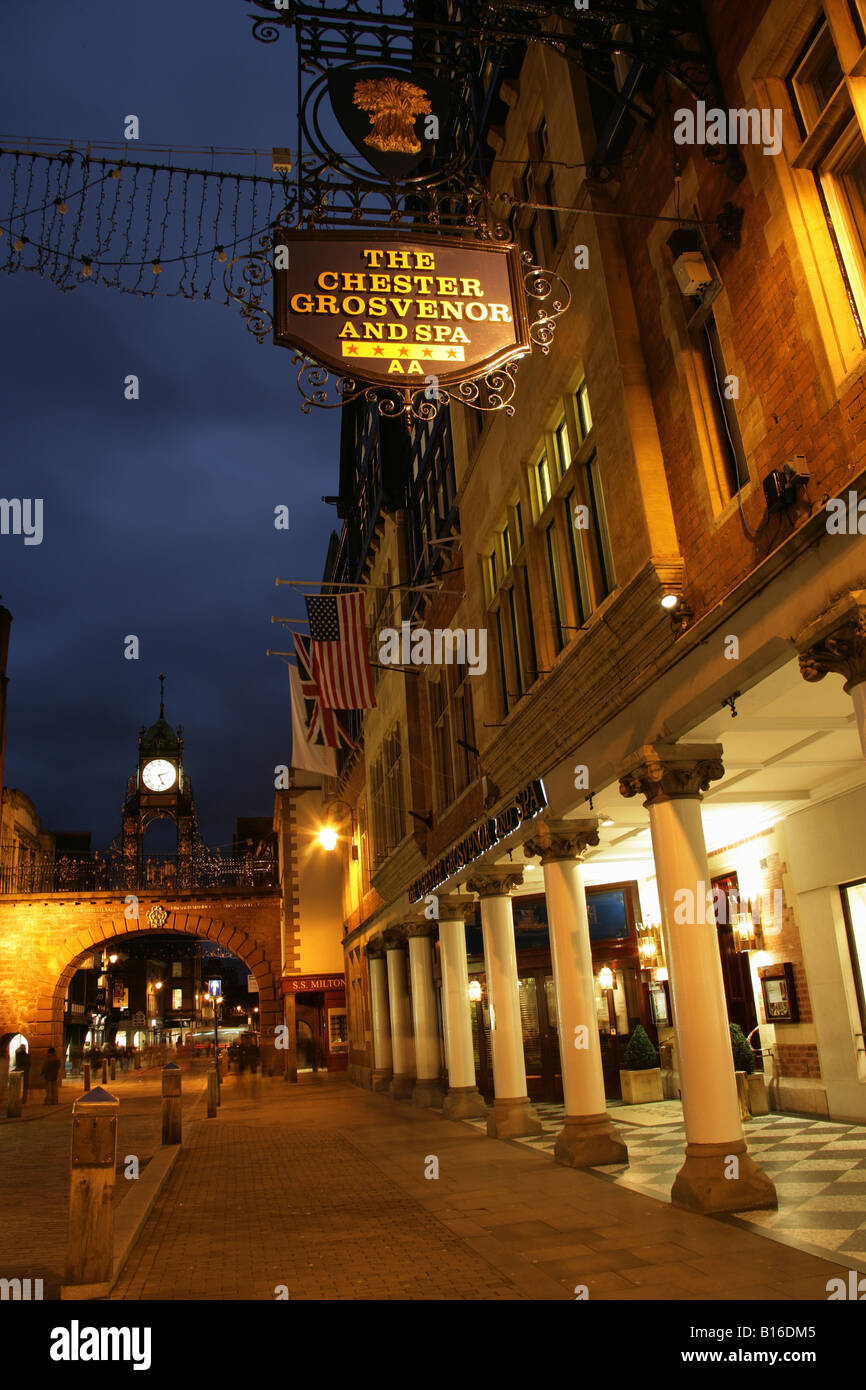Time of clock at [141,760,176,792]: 5:12
